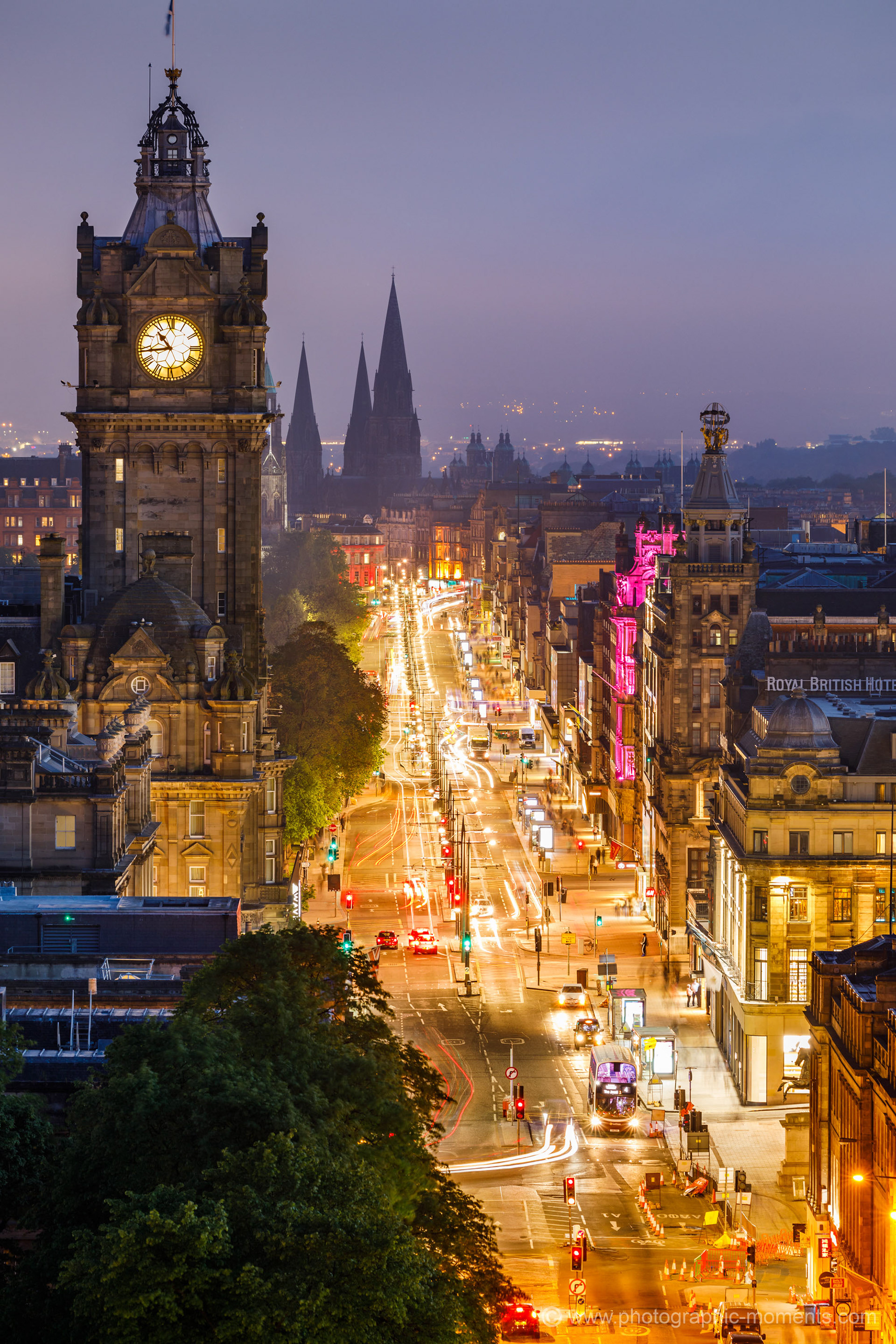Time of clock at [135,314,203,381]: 10:43
